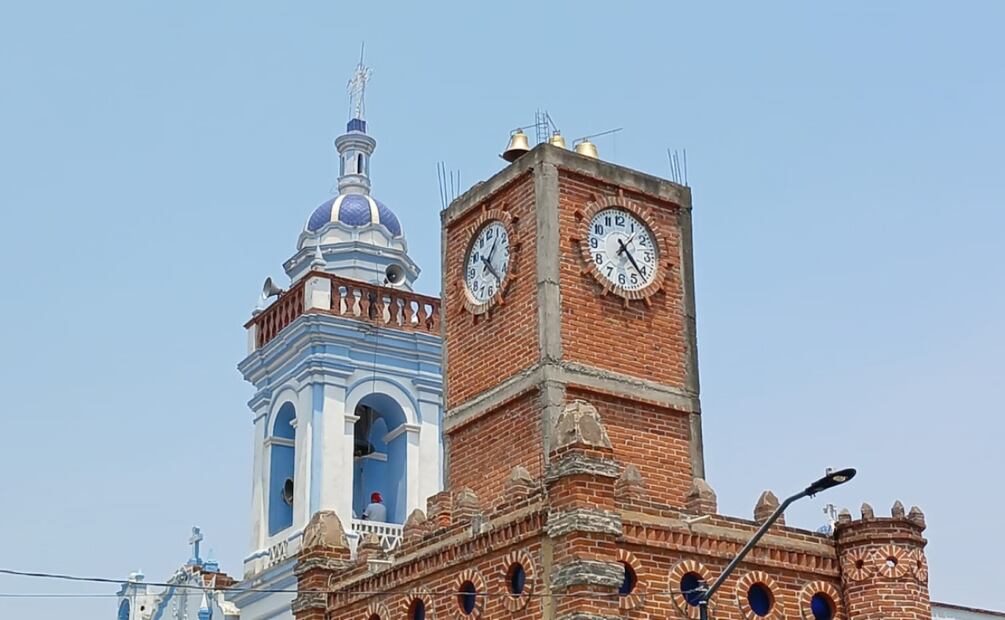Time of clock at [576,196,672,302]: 1:22
